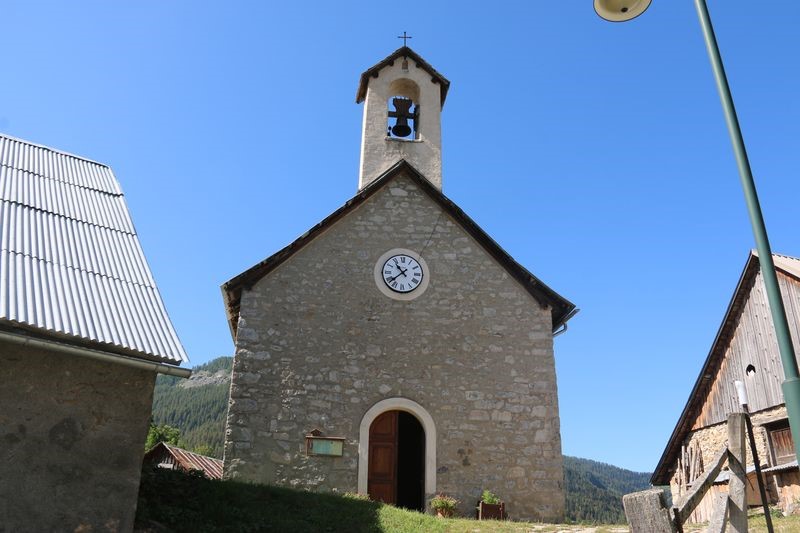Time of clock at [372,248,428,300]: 10:38
